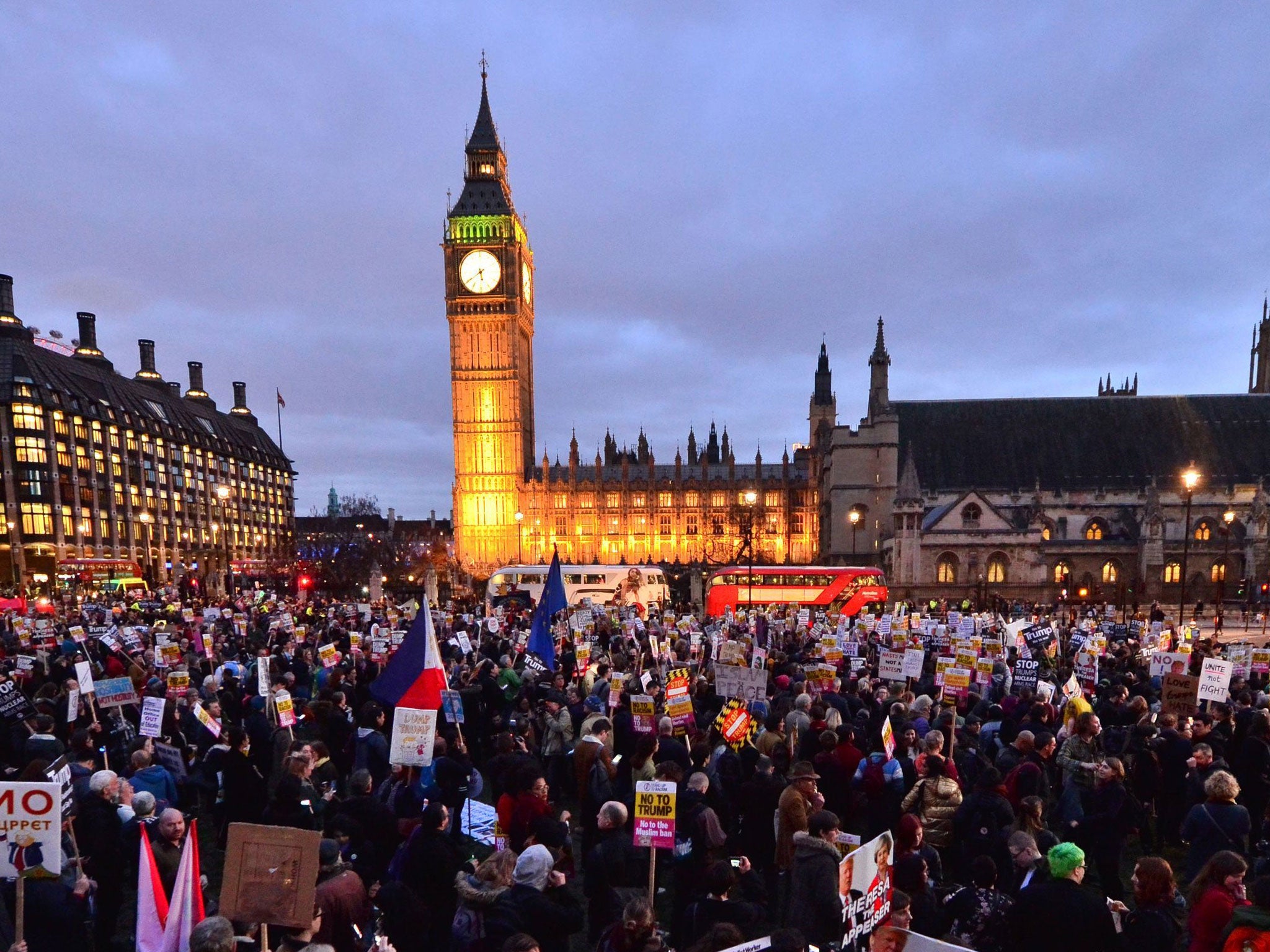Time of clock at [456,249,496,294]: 5:39
